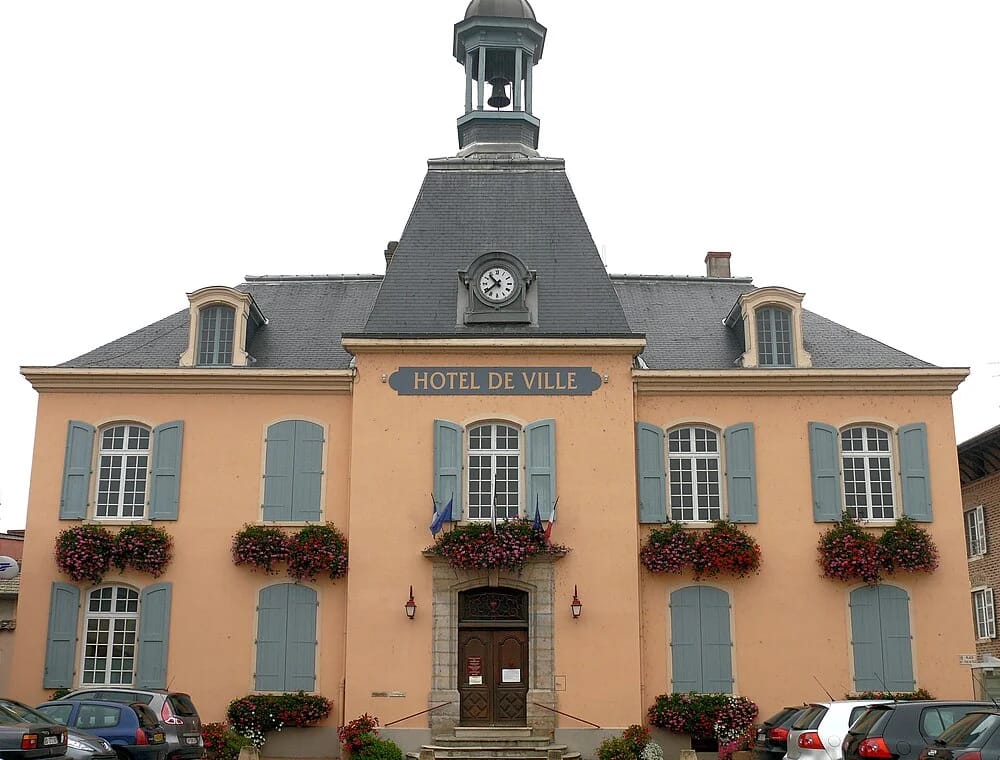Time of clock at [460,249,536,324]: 10:37
